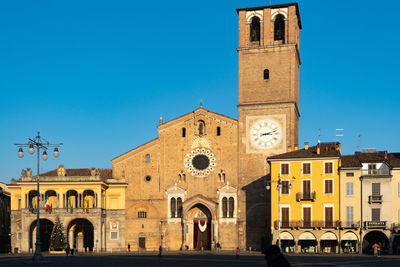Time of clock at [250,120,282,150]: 3:12
